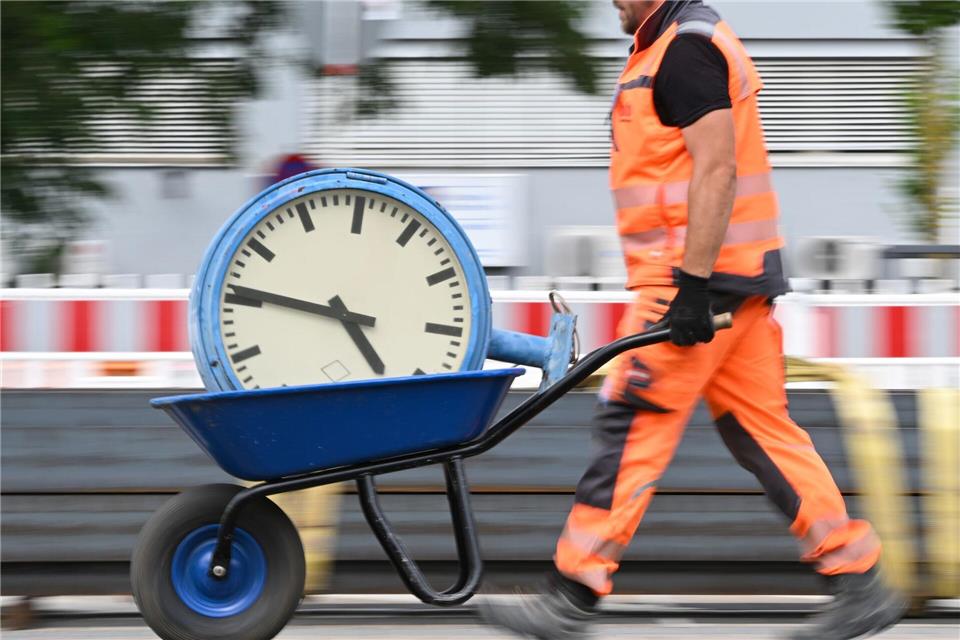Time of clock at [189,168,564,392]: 4:46
